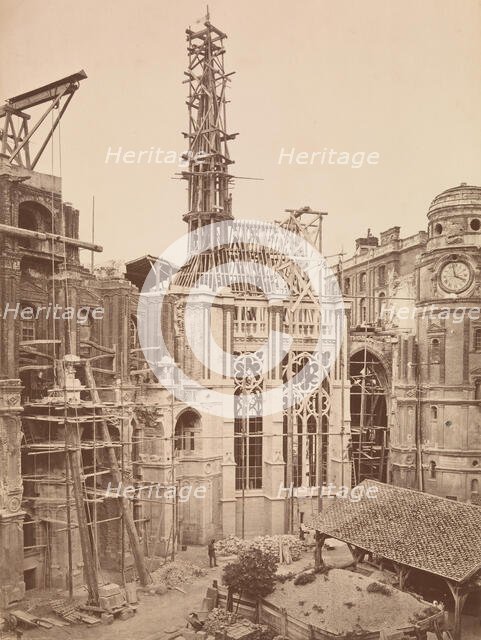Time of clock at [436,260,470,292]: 3:58
